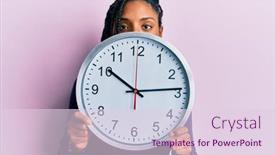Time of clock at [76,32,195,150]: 10:13
